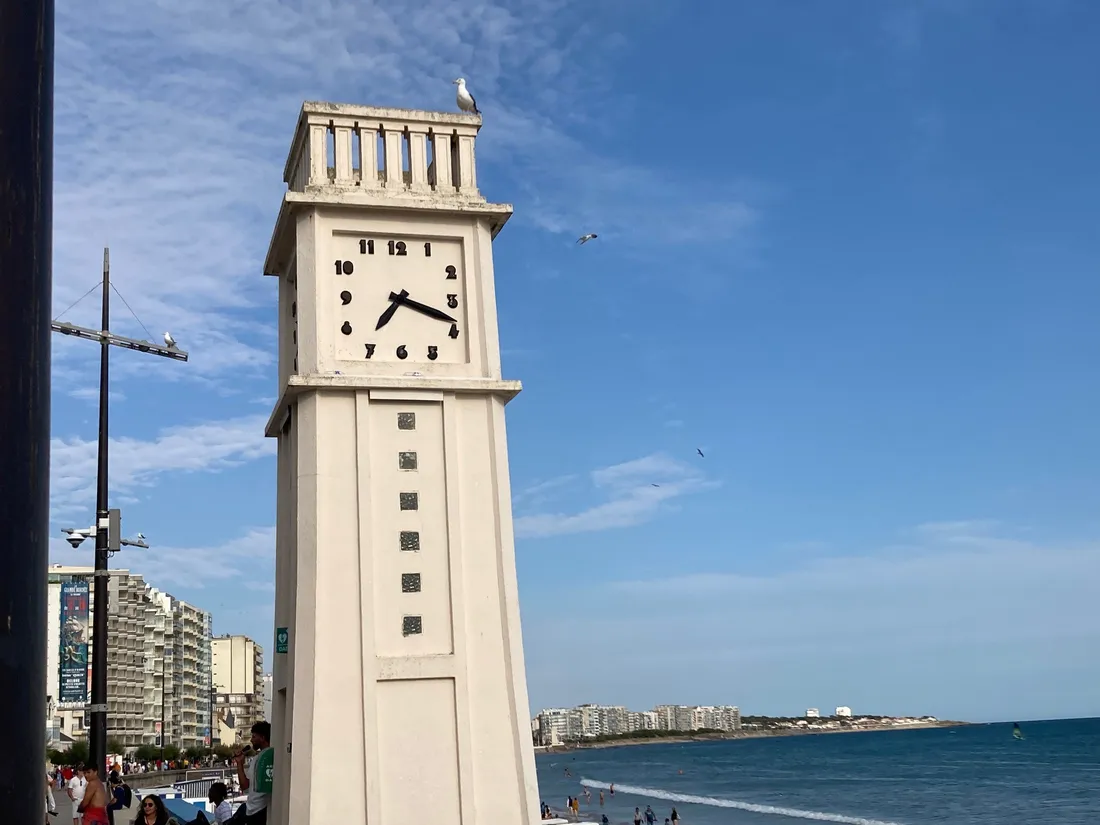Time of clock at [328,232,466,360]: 7:18
